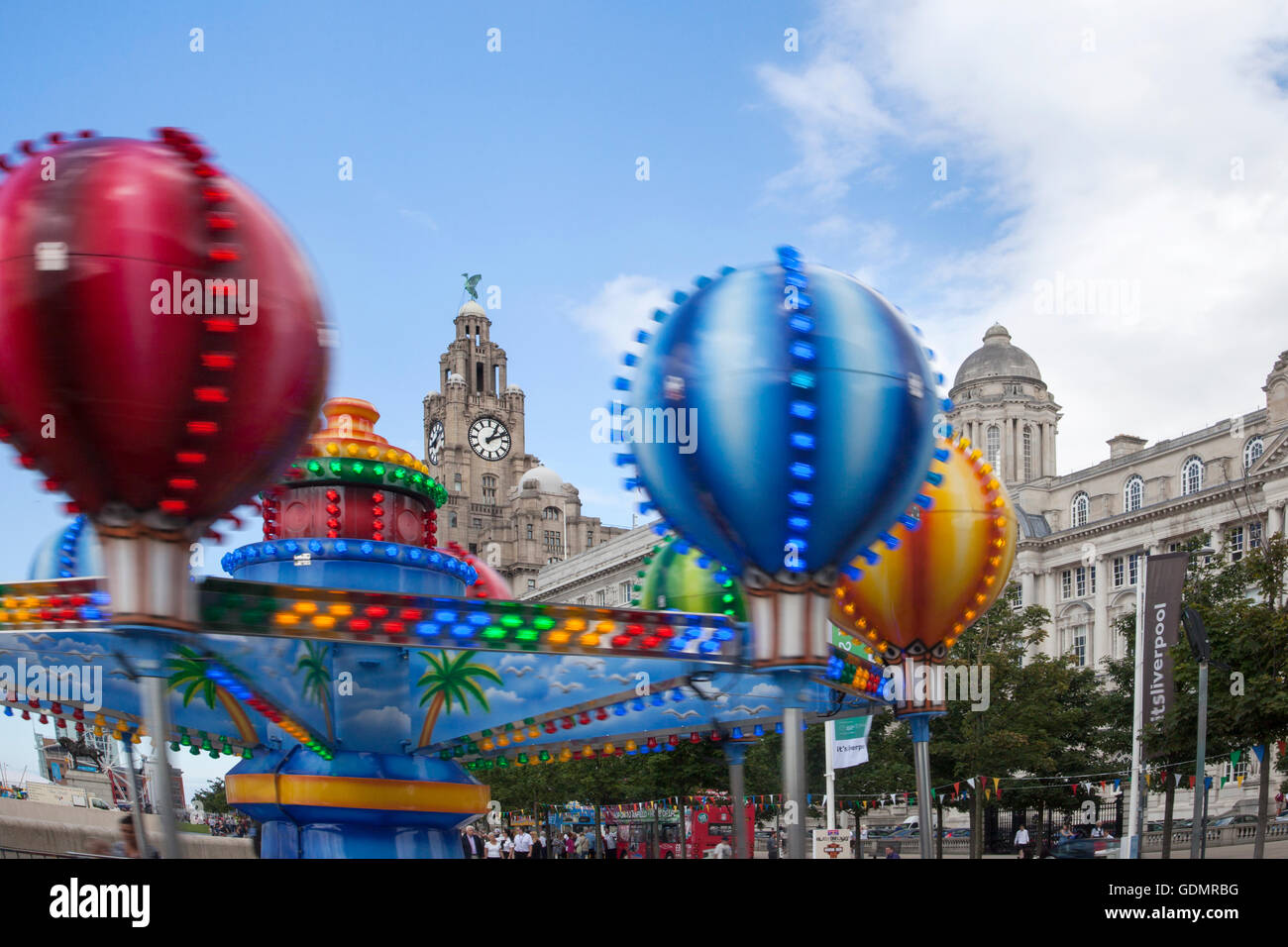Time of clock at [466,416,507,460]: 1:11
